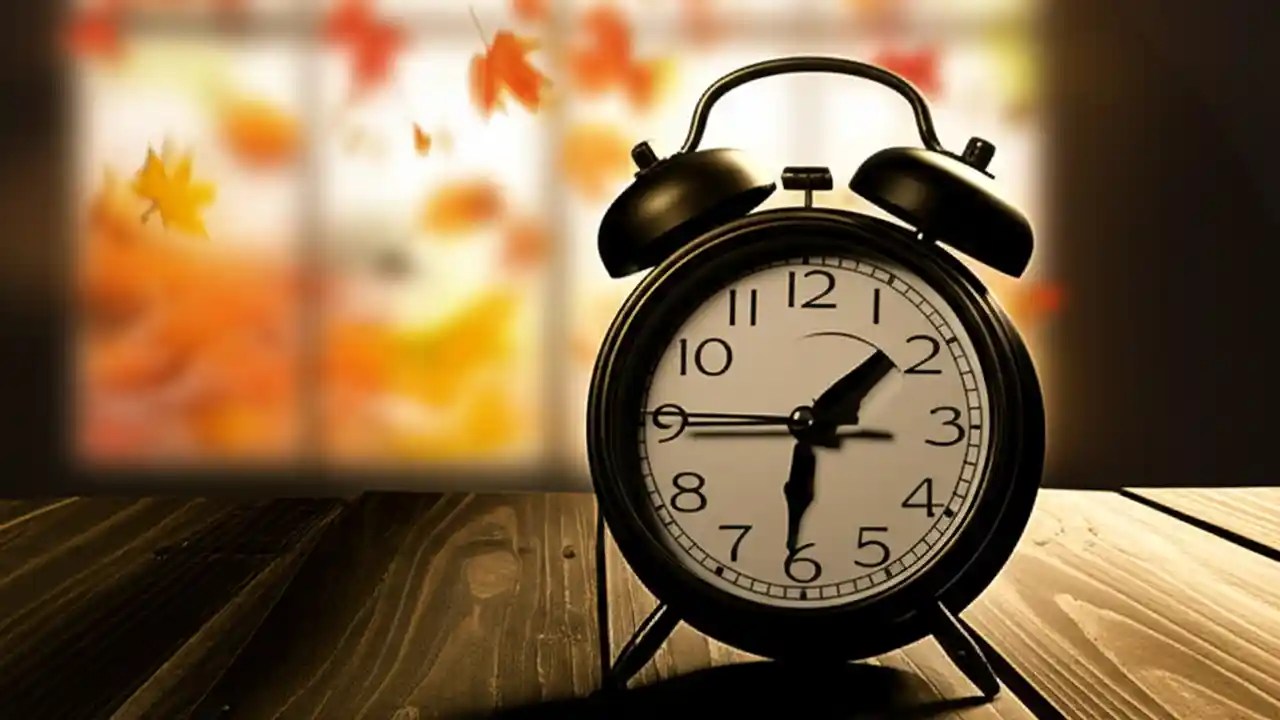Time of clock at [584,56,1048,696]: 1:31
